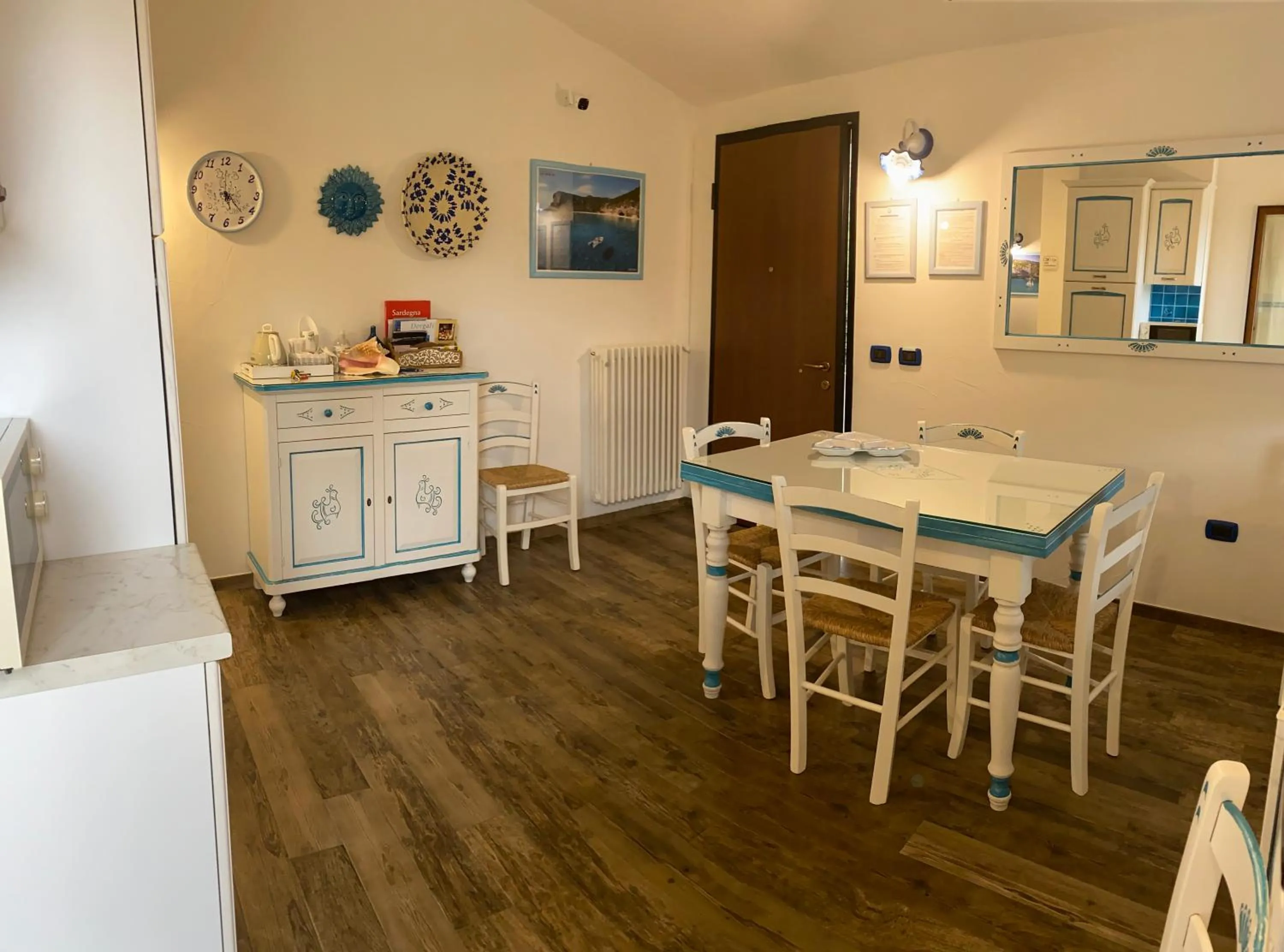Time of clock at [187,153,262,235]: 5:22
